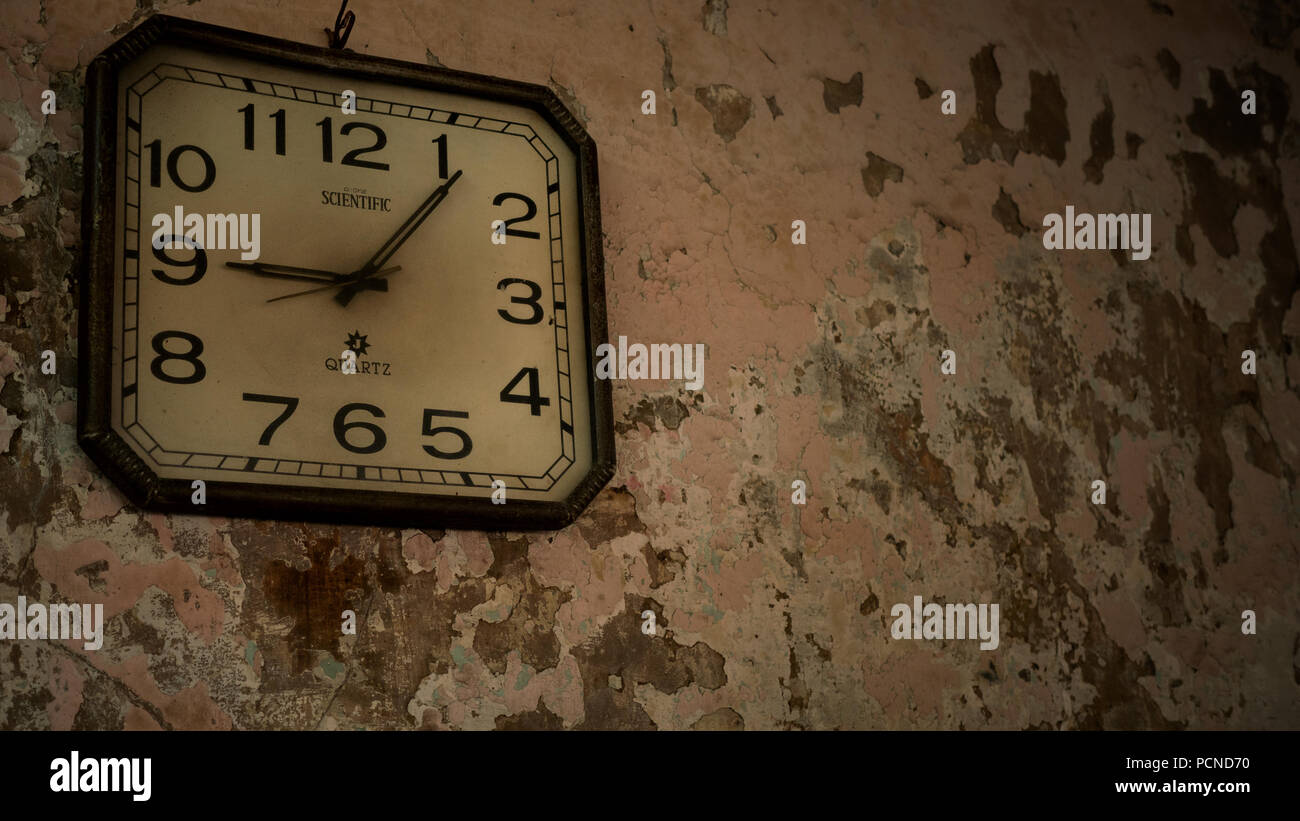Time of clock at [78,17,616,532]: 9:06
